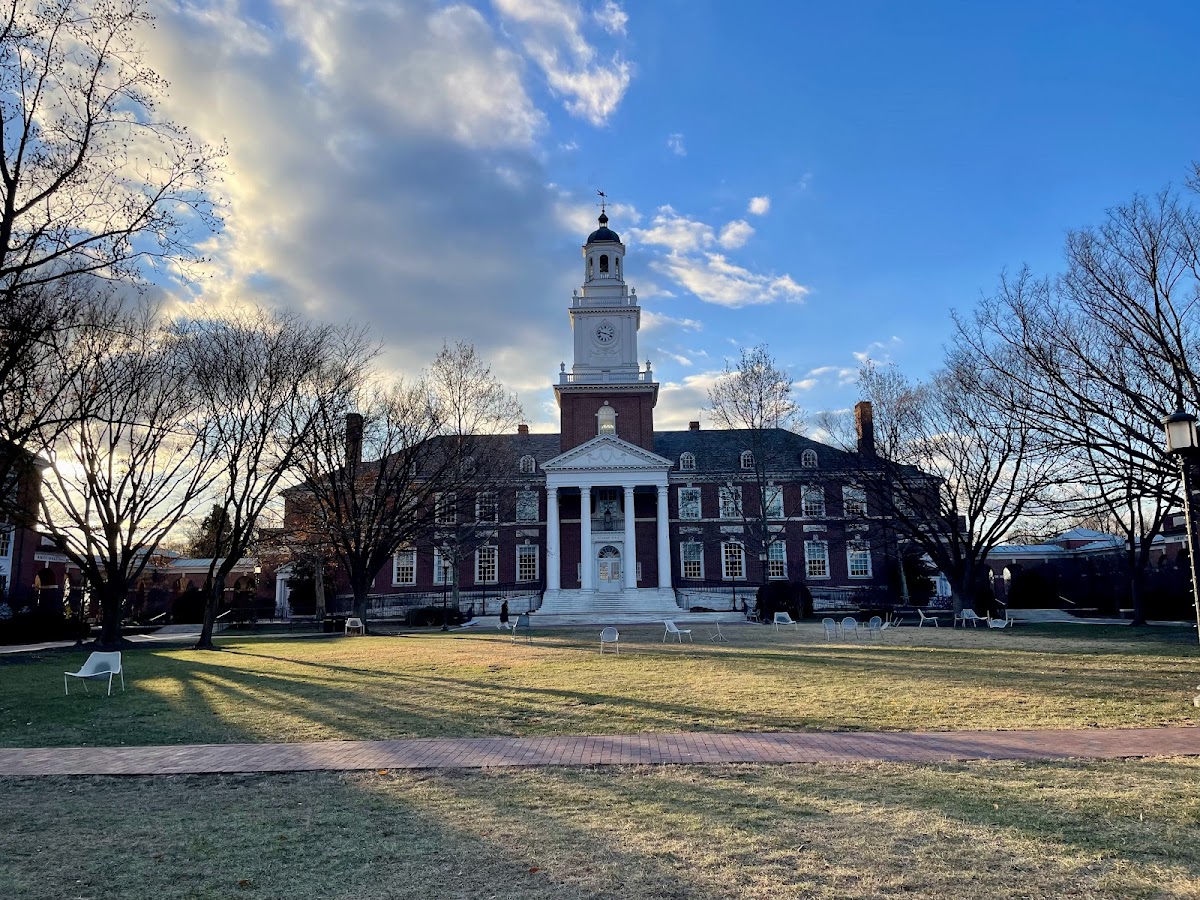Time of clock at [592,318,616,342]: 3:47
